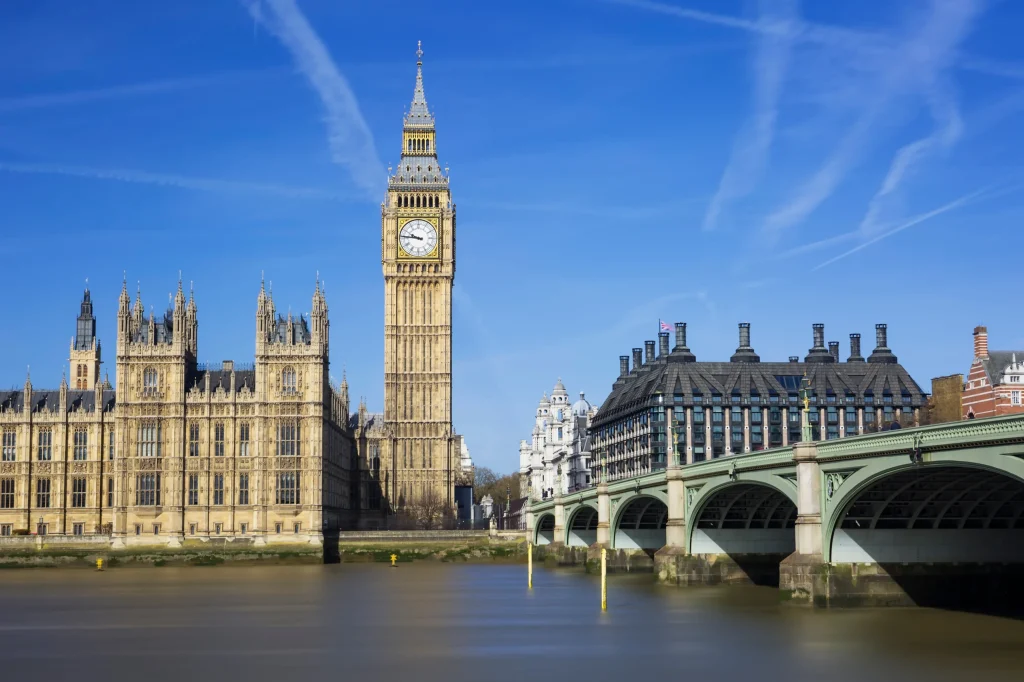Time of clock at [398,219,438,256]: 9:45
